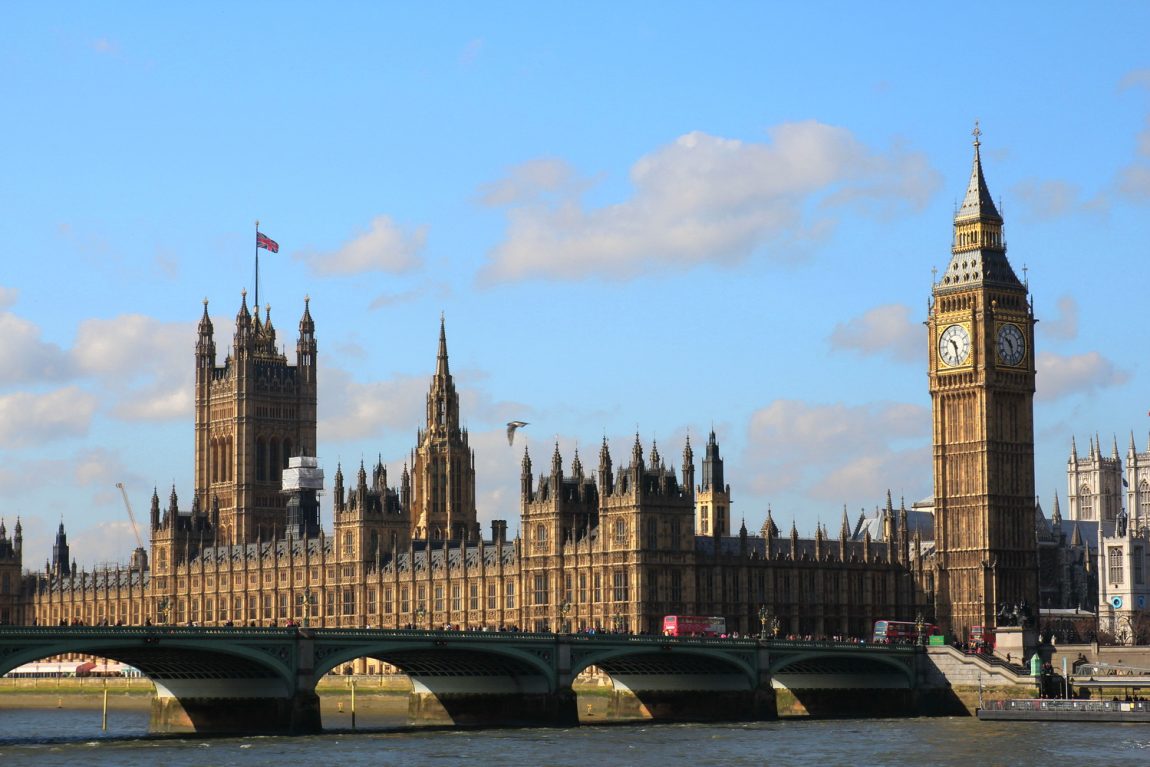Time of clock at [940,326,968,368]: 10:28
